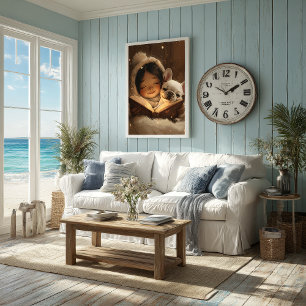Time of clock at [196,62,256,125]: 1:50
